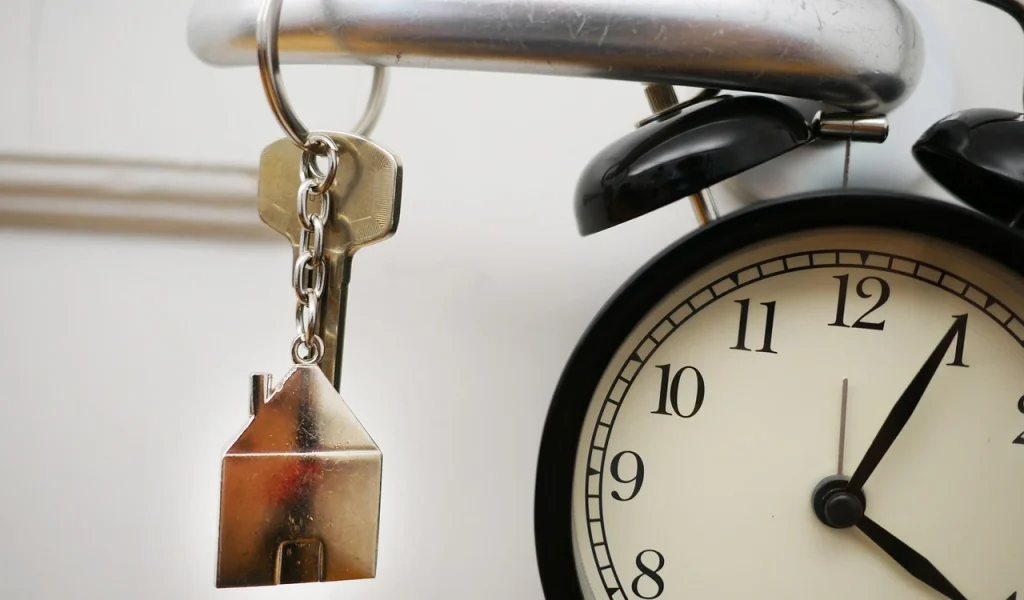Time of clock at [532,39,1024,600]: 4:04
